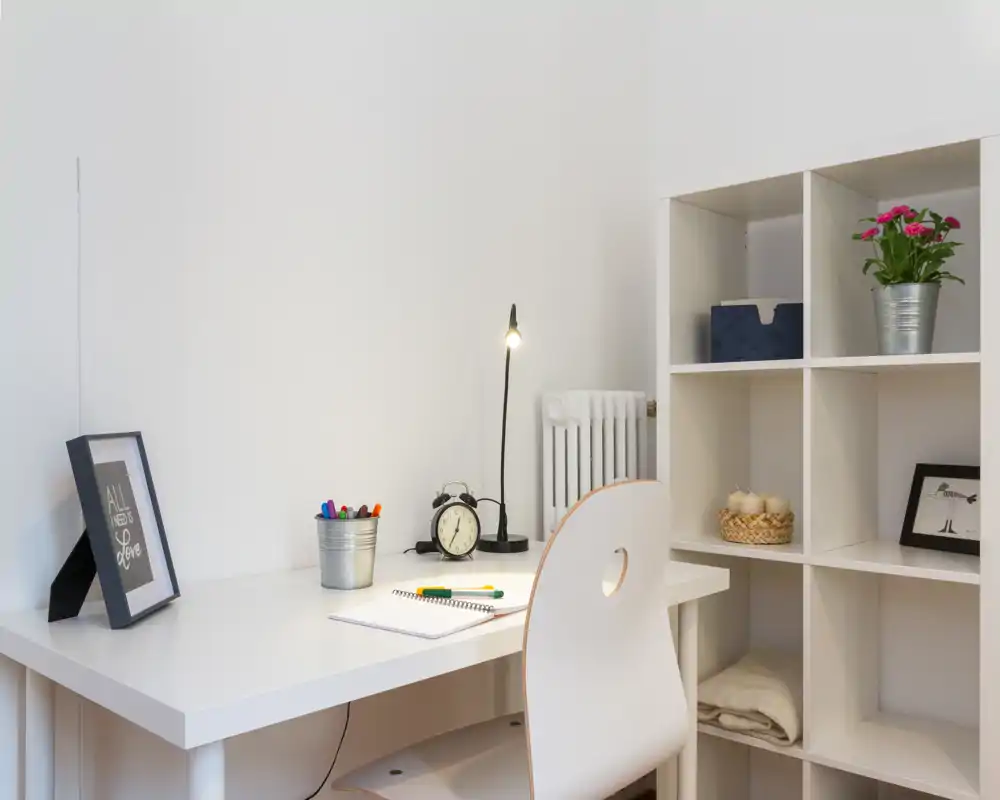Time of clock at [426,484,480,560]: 12:34
